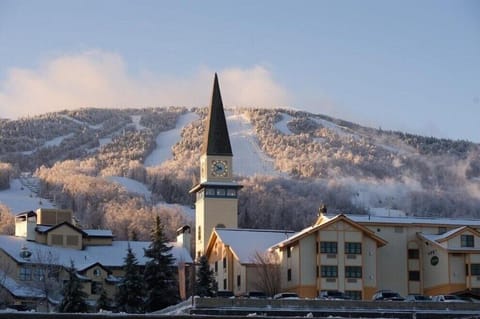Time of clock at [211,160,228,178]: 7:51
